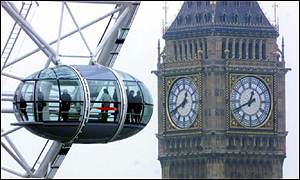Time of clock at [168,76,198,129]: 12:41
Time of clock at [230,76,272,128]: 12:41
